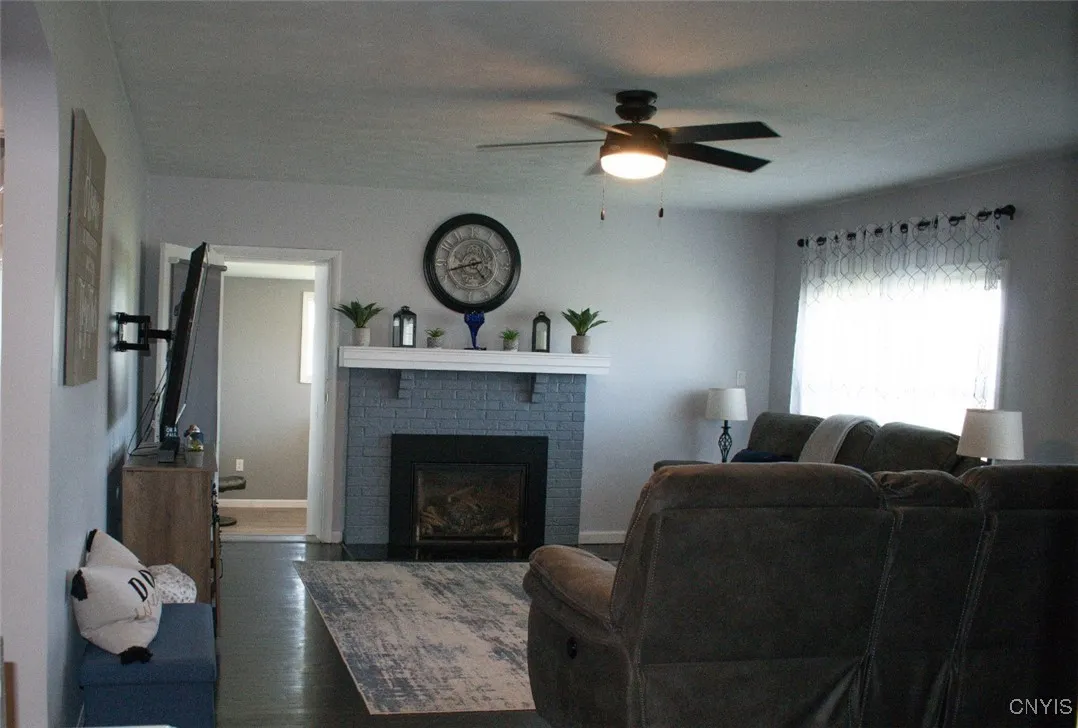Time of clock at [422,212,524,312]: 4:42
